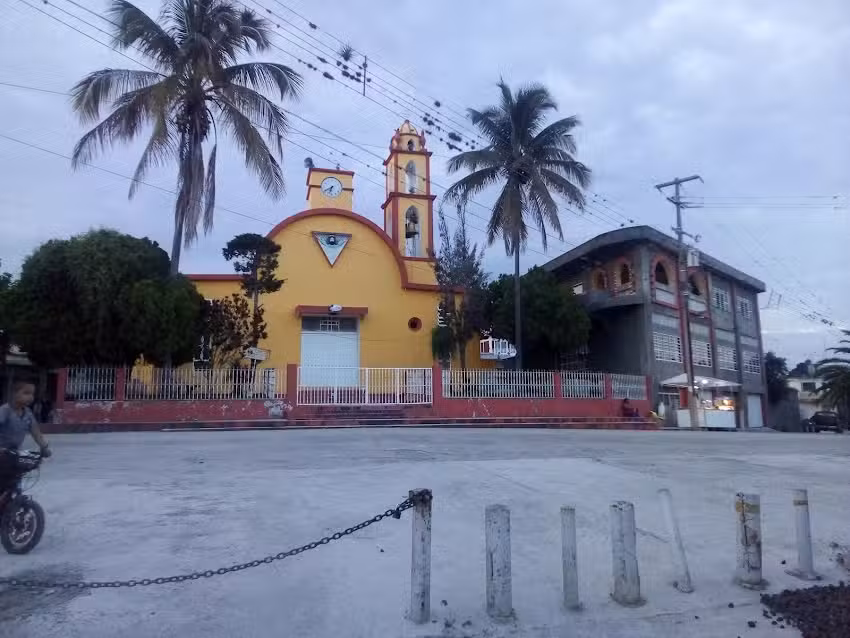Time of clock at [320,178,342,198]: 6:39
